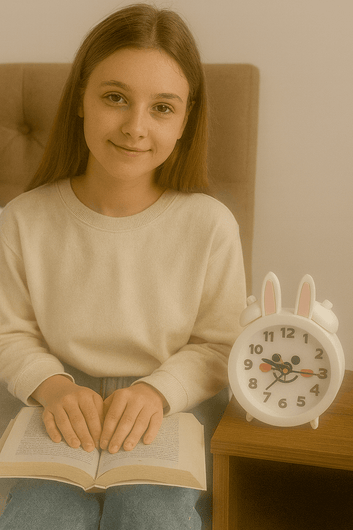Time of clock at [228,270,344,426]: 9:15
